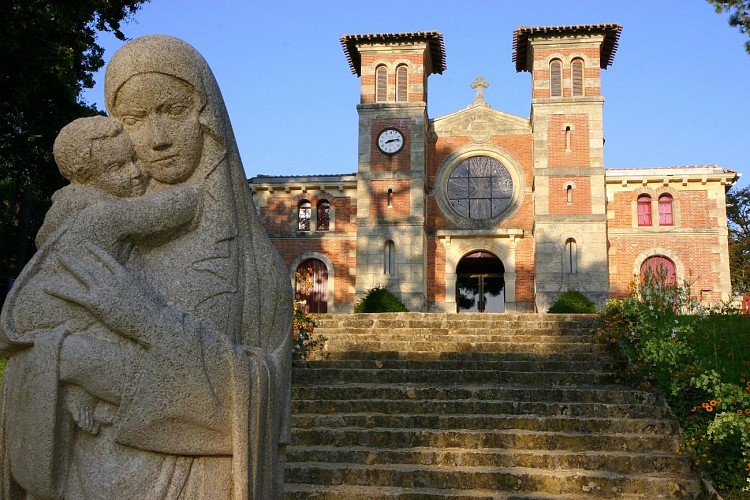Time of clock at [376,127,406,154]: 8:13
